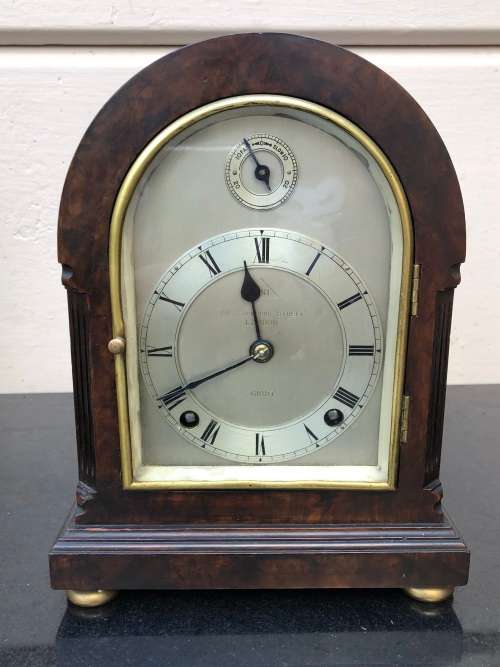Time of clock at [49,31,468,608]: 11:40
